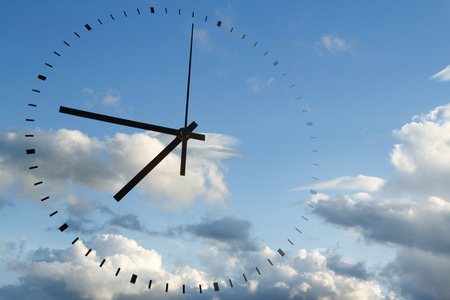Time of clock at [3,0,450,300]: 7:47
